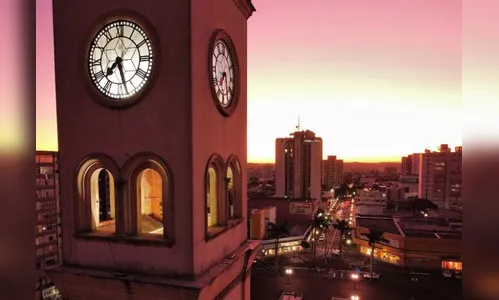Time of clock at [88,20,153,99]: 7:27
